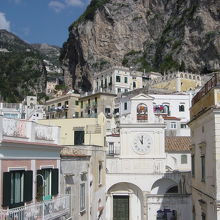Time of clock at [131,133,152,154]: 11:00
